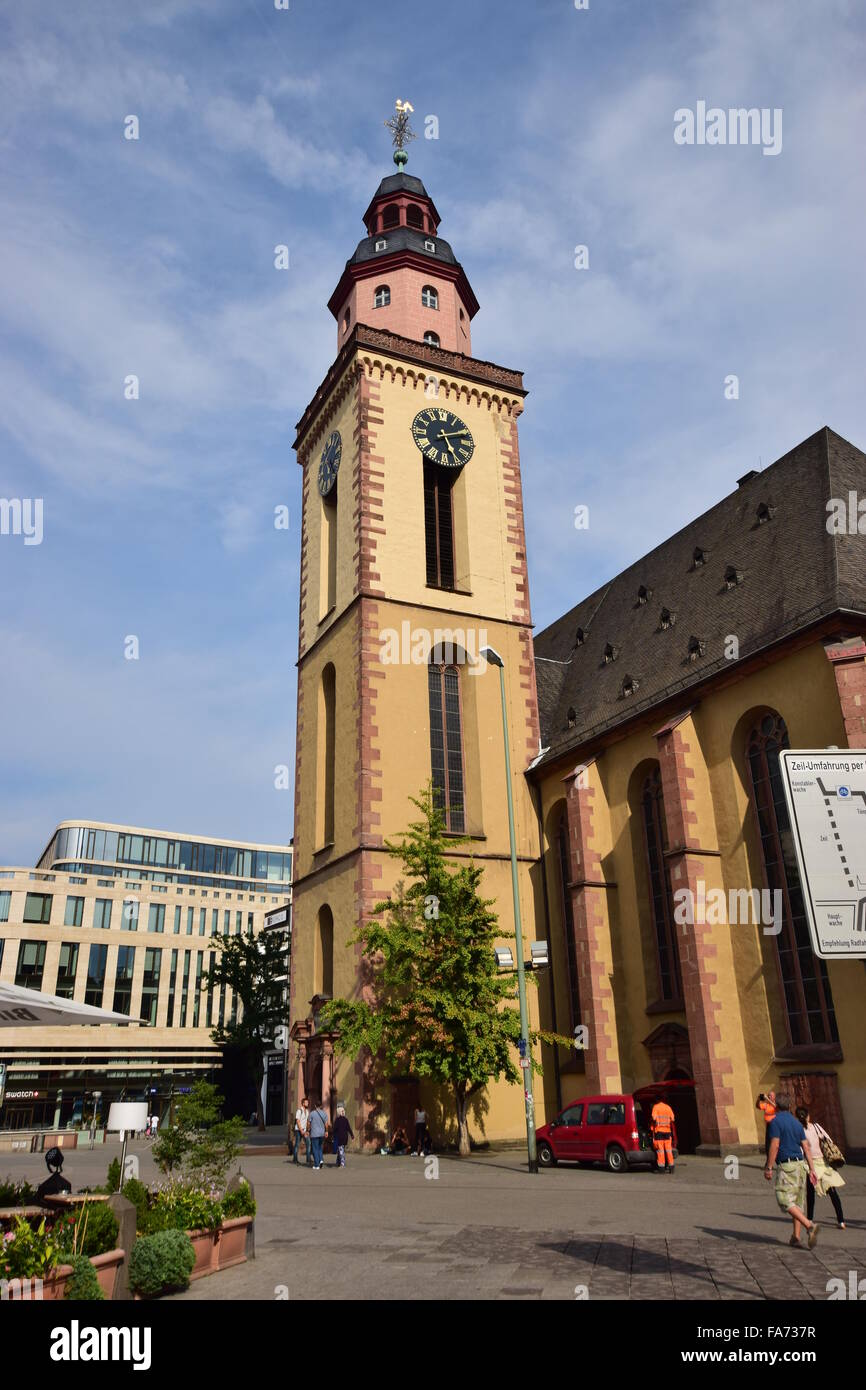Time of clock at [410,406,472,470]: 5:11
